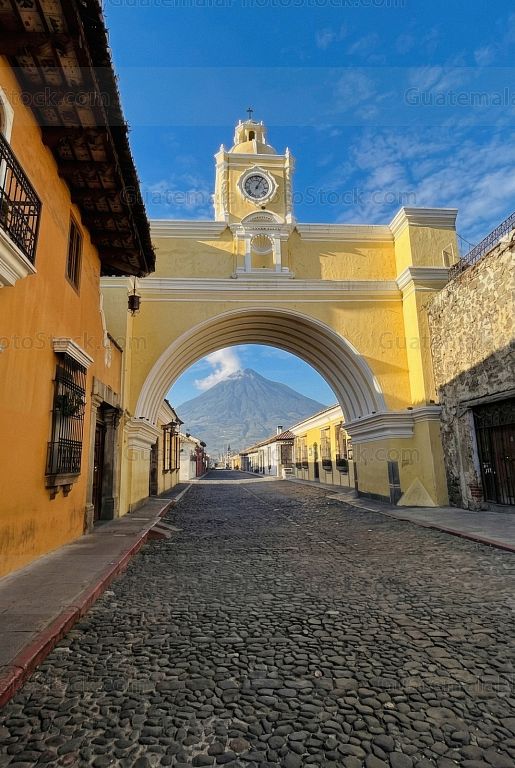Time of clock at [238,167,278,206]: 1:05
